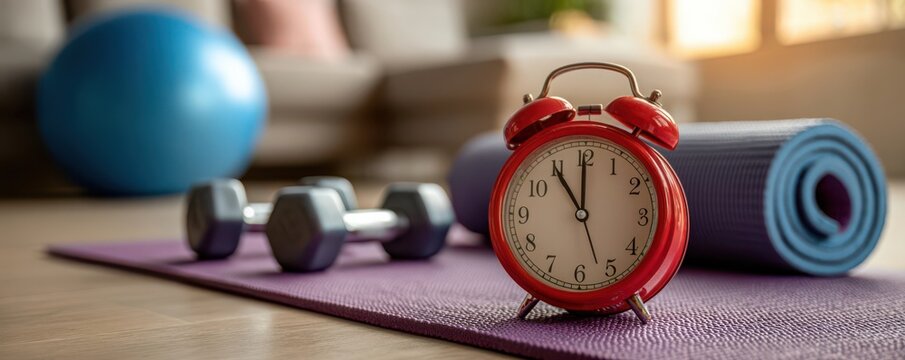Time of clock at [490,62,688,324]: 11:00
